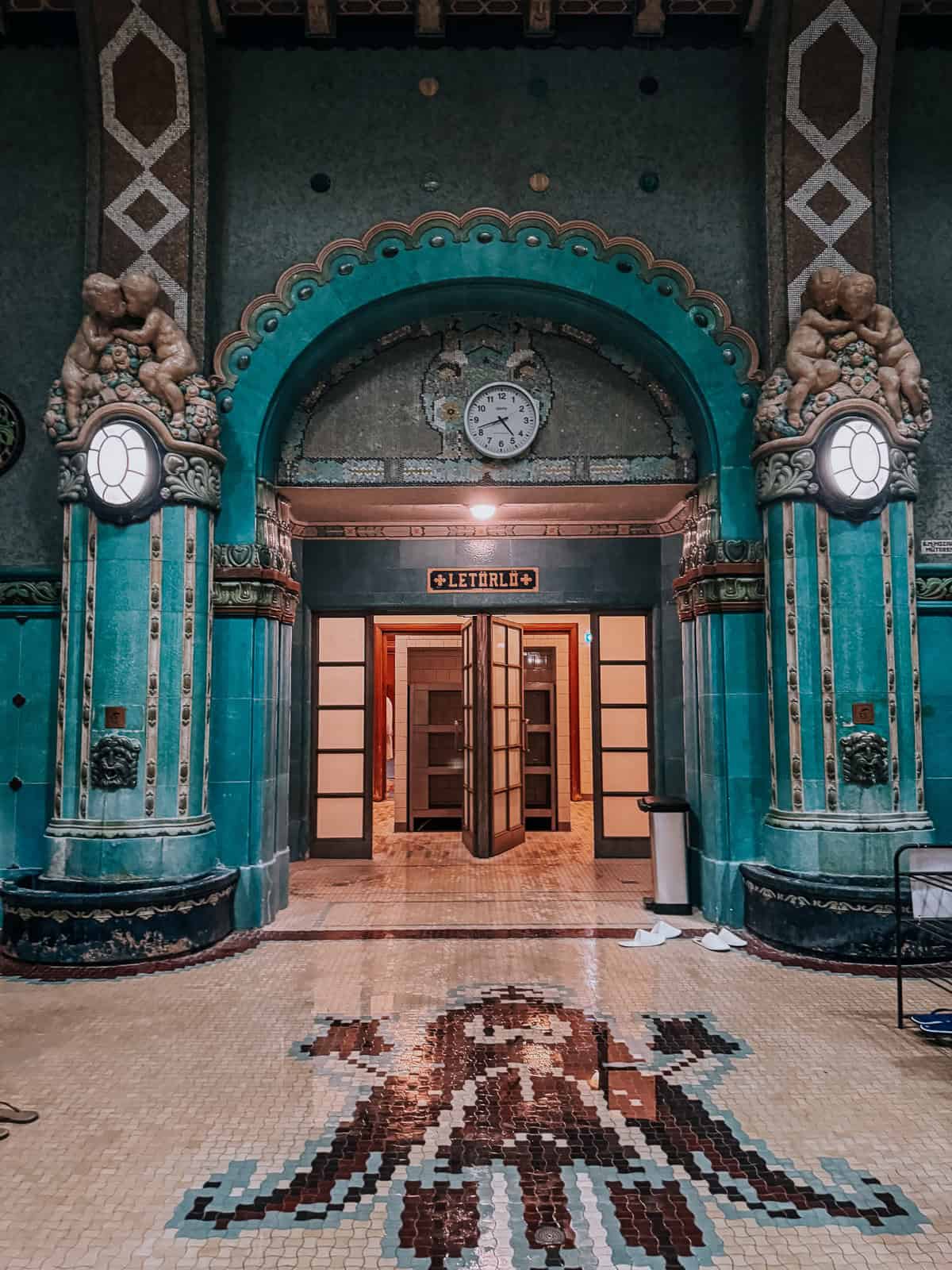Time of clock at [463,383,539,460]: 4:42
